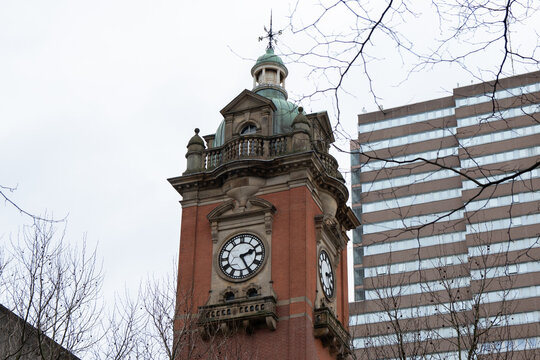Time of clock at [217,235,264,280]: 2:25
